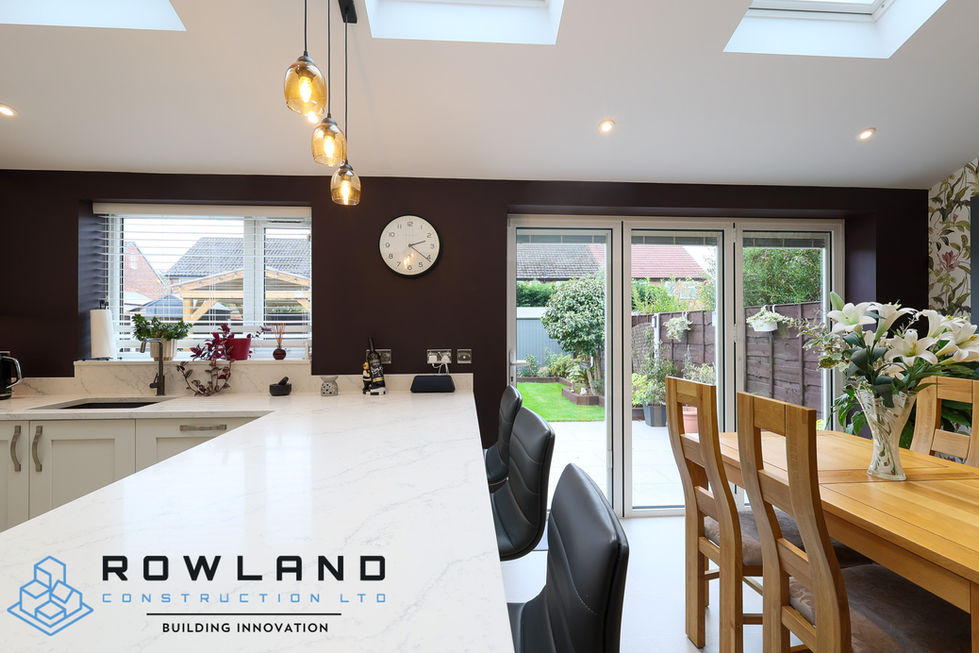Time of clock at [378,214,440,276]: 2:21
